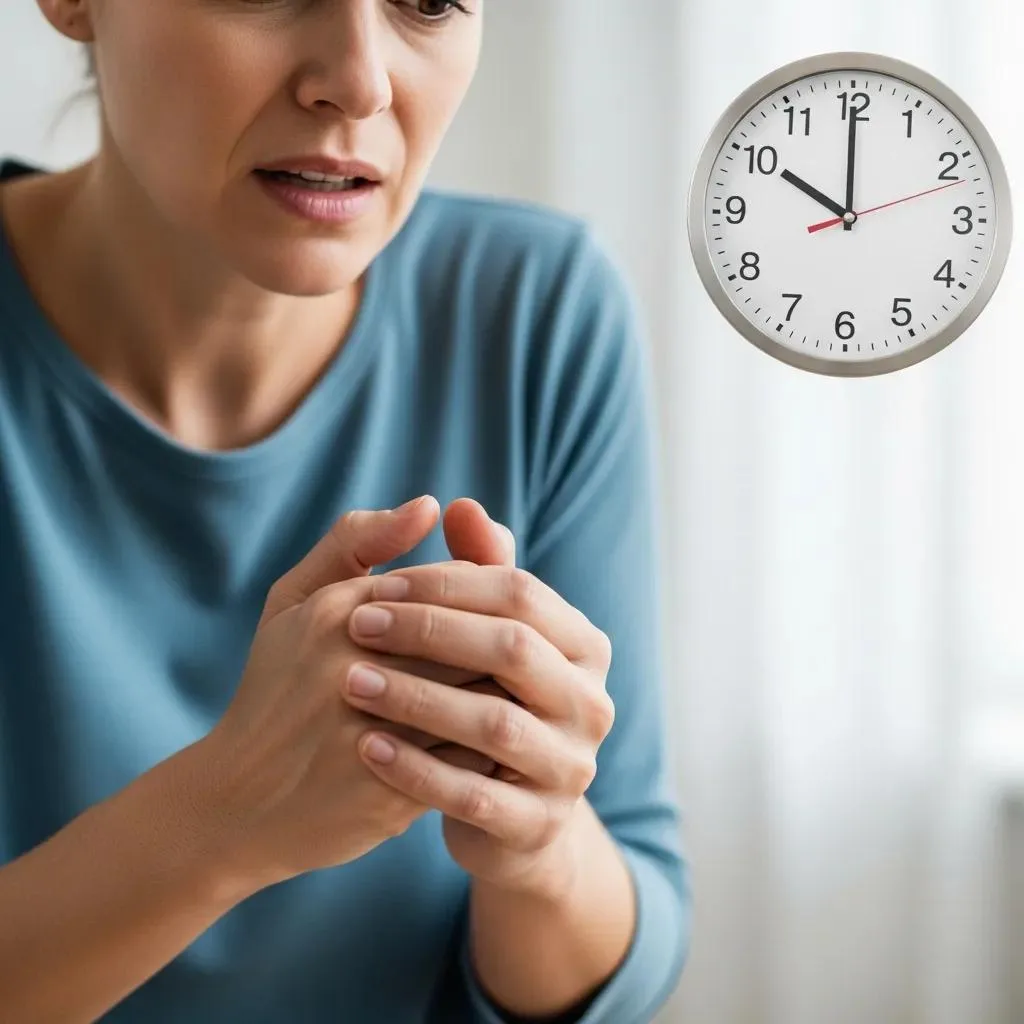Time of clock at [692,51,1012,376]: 10:00
